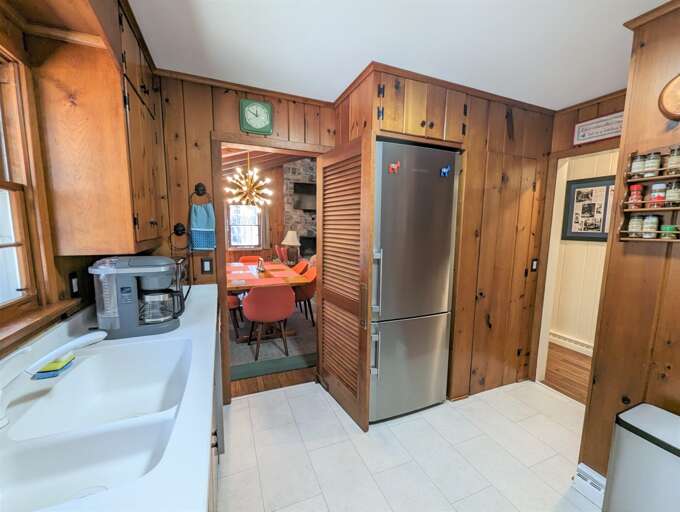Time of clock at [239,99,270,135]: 11:50
